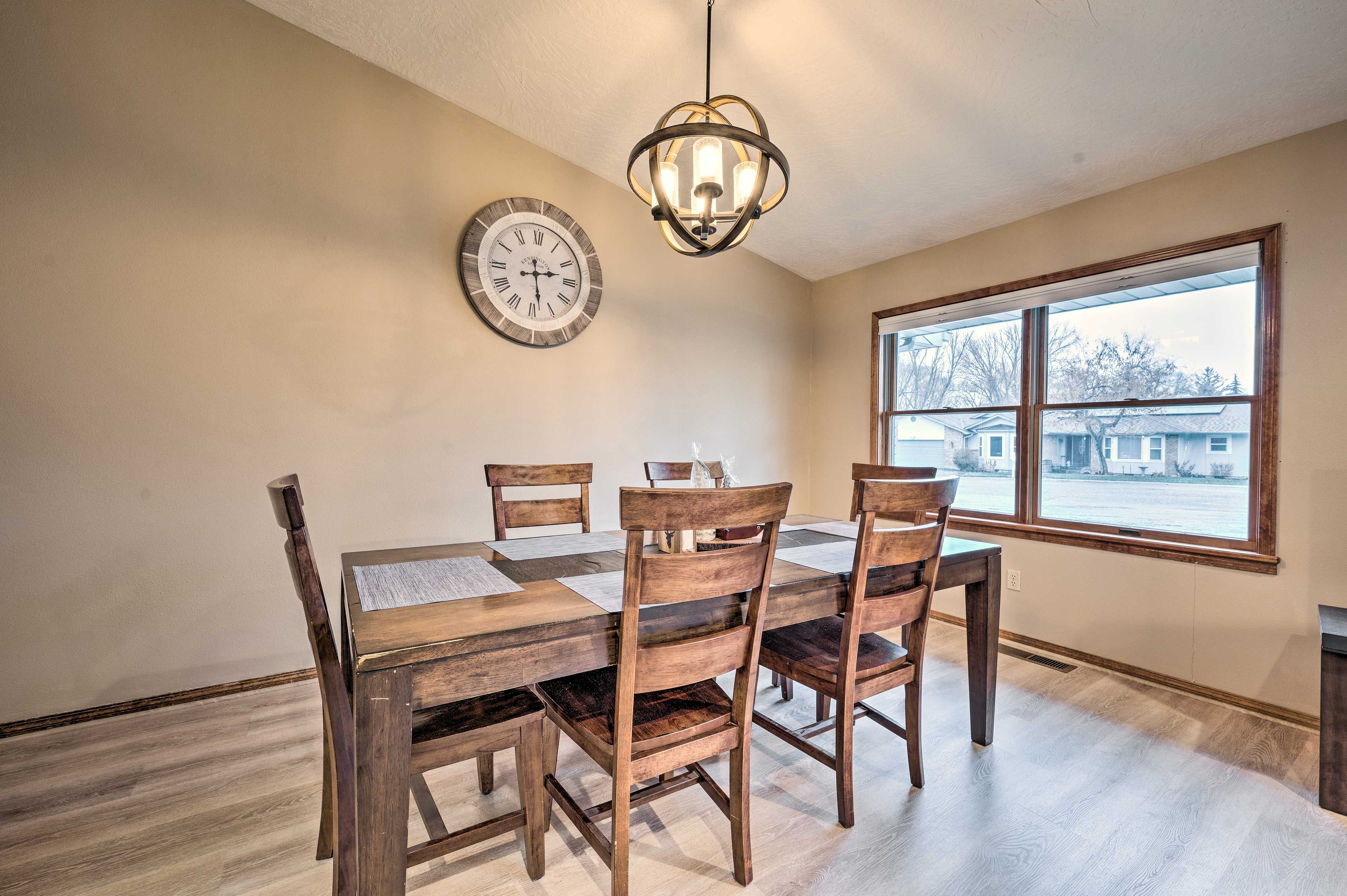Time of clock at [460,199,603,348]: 2:28
